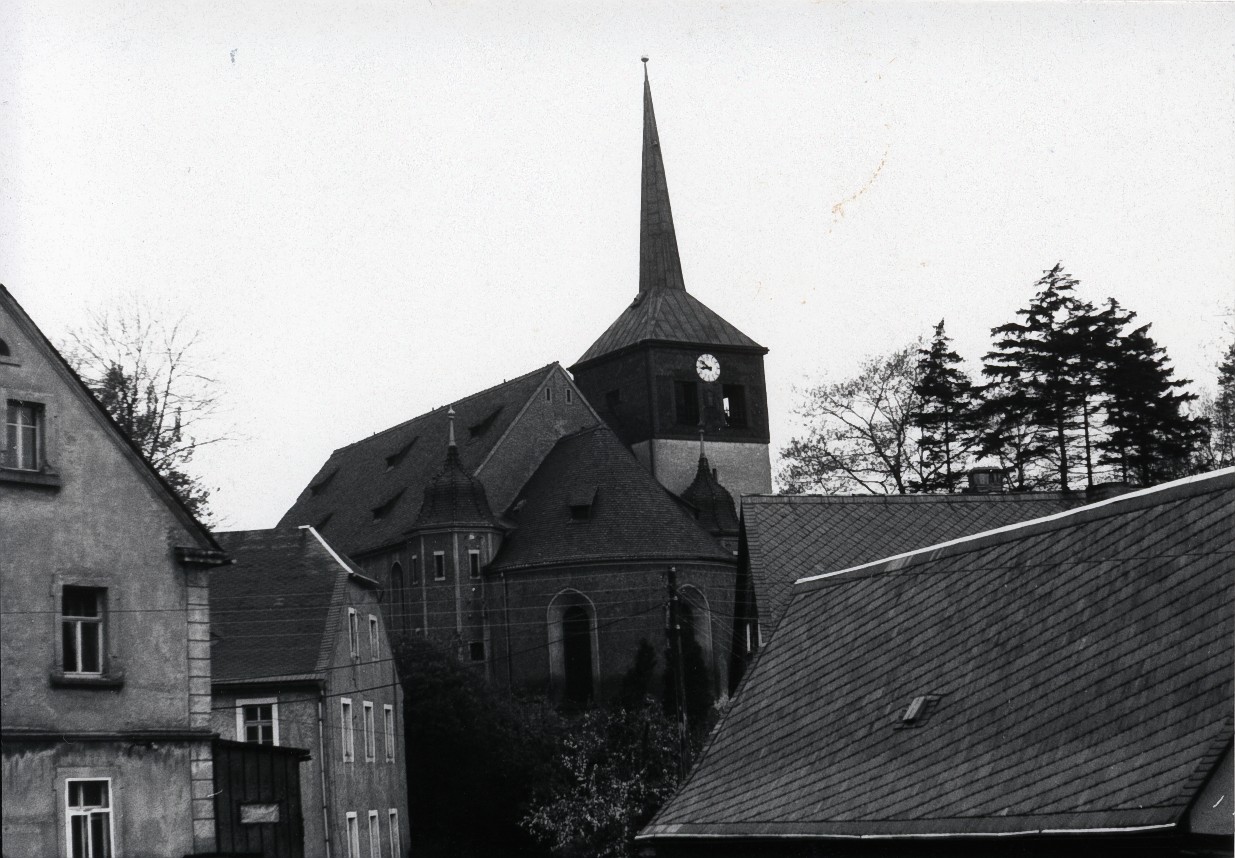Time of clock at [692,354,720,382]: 8:51
